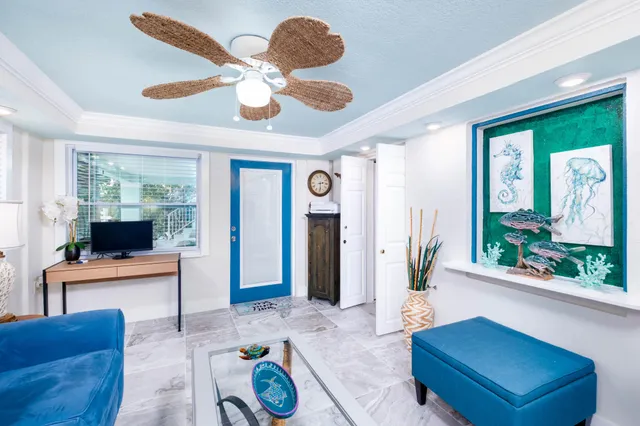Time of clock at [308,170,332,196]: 2:29
